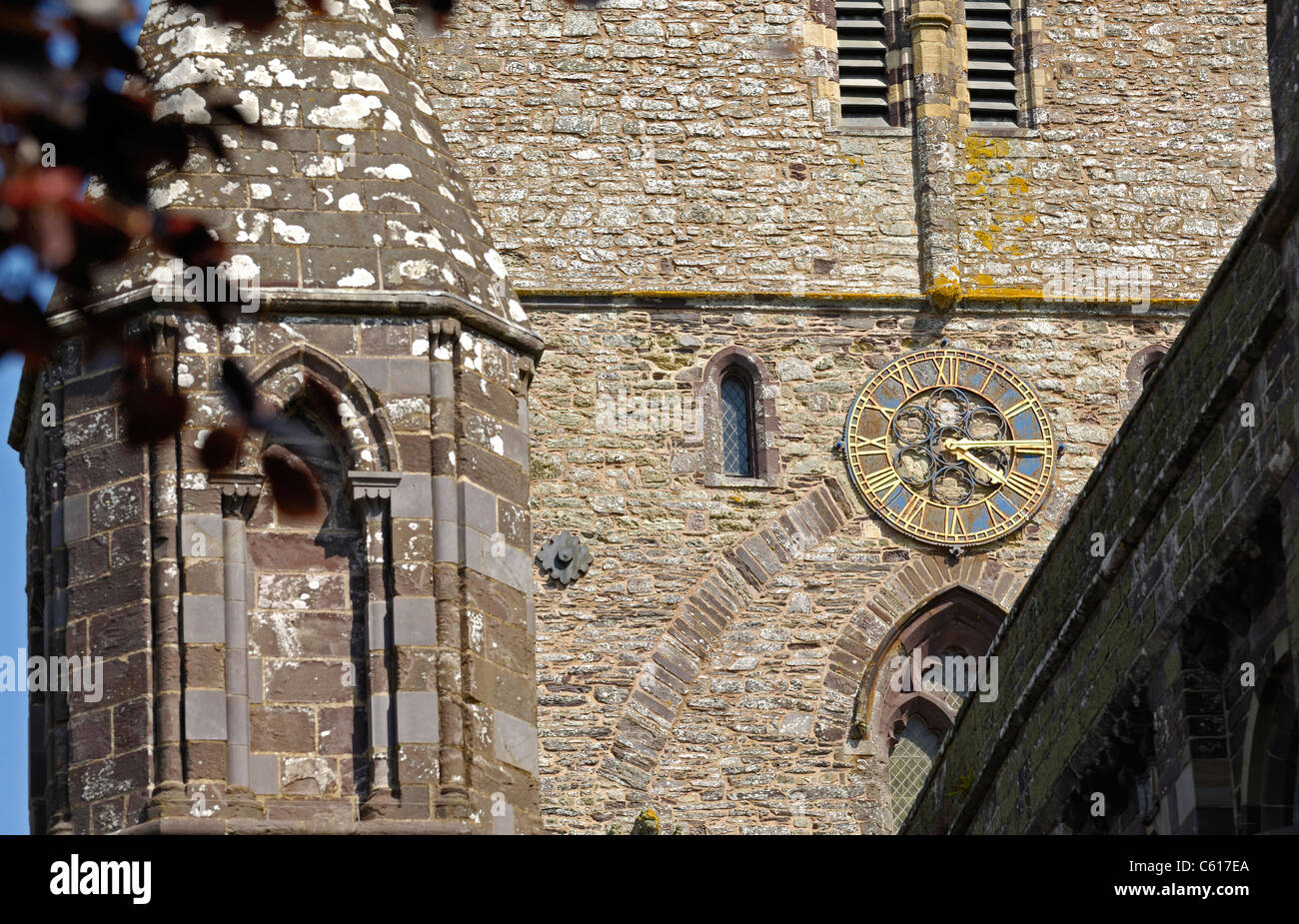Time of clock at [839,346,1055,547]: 4:14
